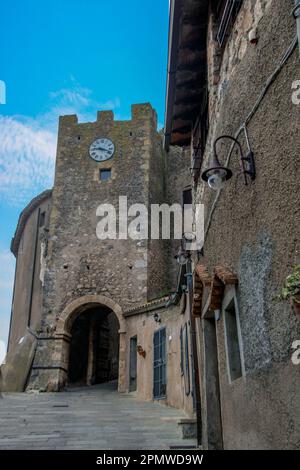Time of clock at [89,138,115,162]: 9:18
